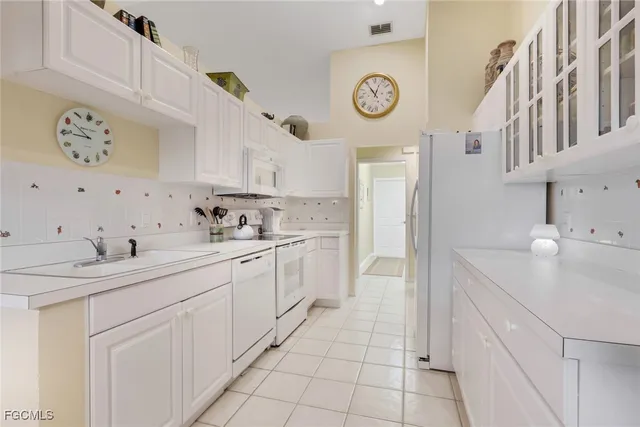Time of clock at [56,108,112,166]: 8:50
